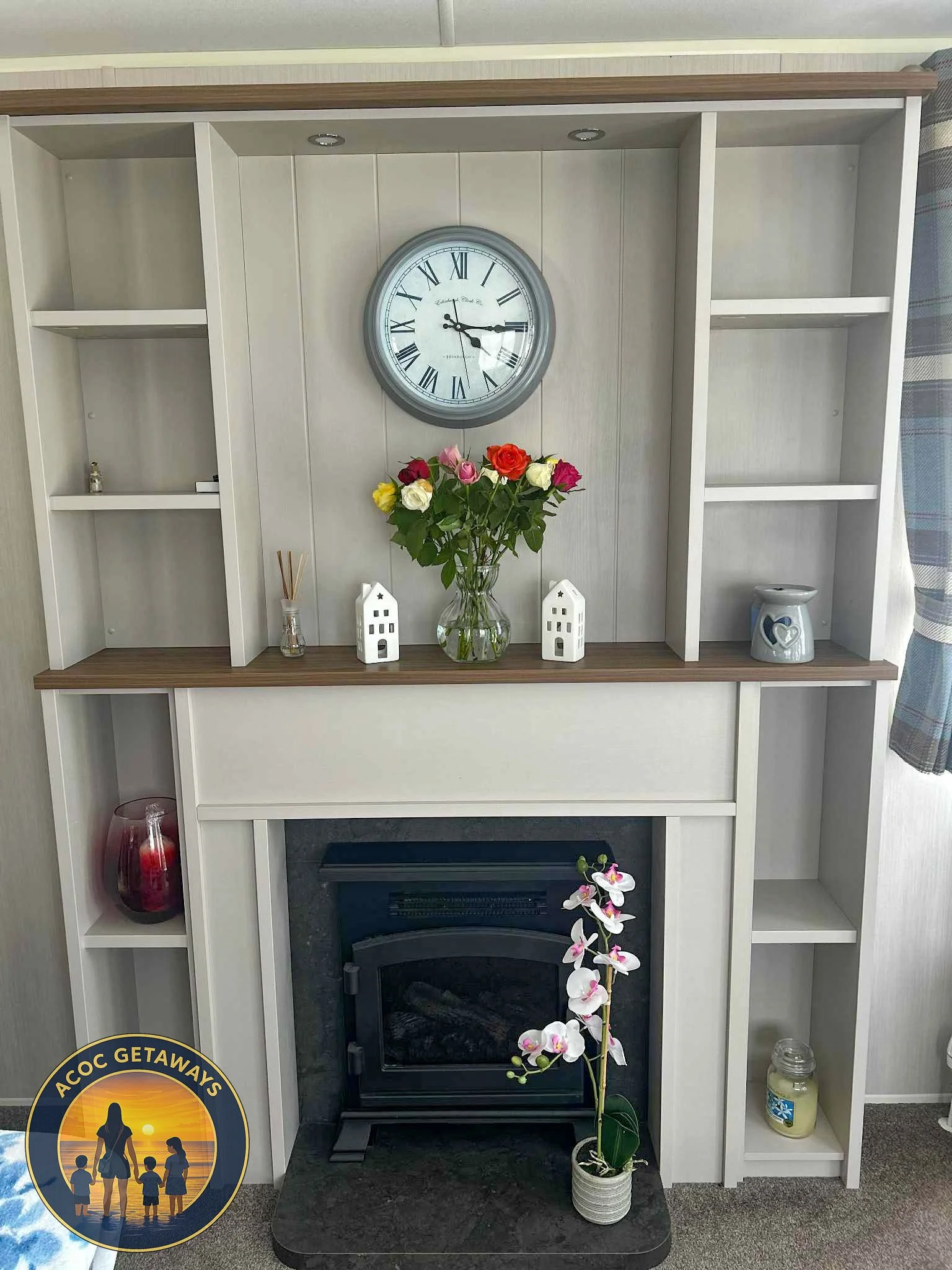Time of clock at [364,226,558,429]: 4:14
